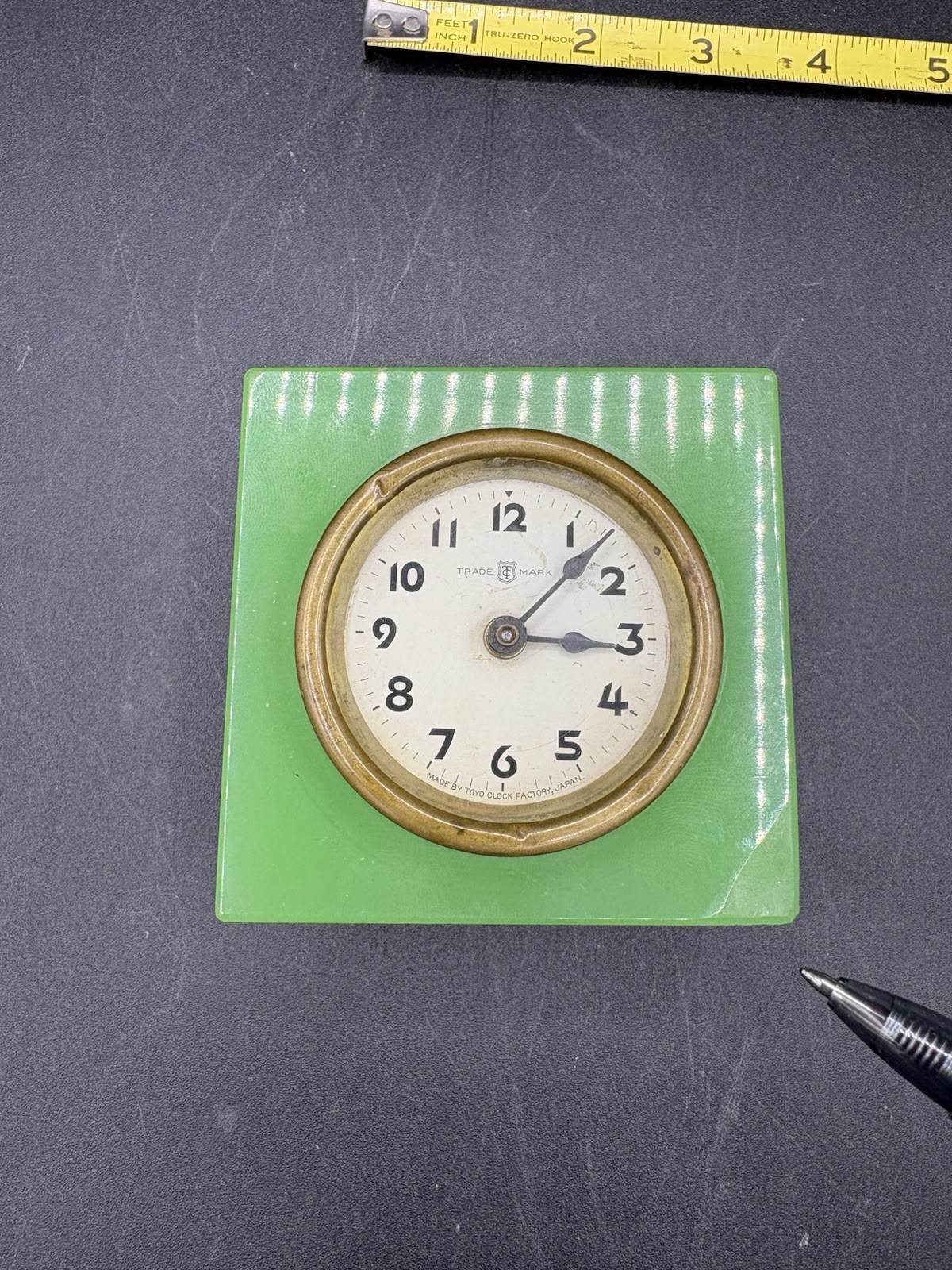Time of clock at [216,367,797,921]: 3:07
